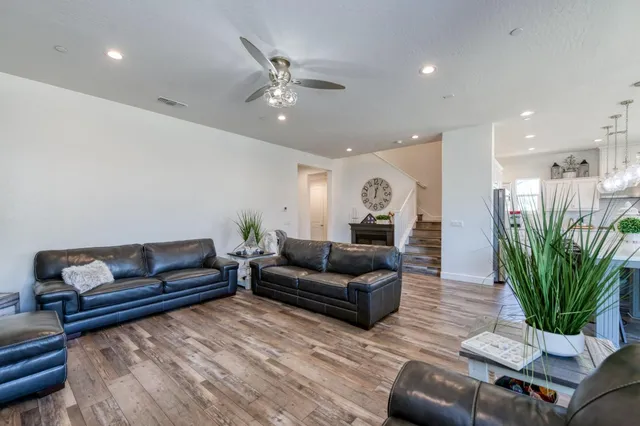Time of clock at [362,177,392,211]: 12:02
